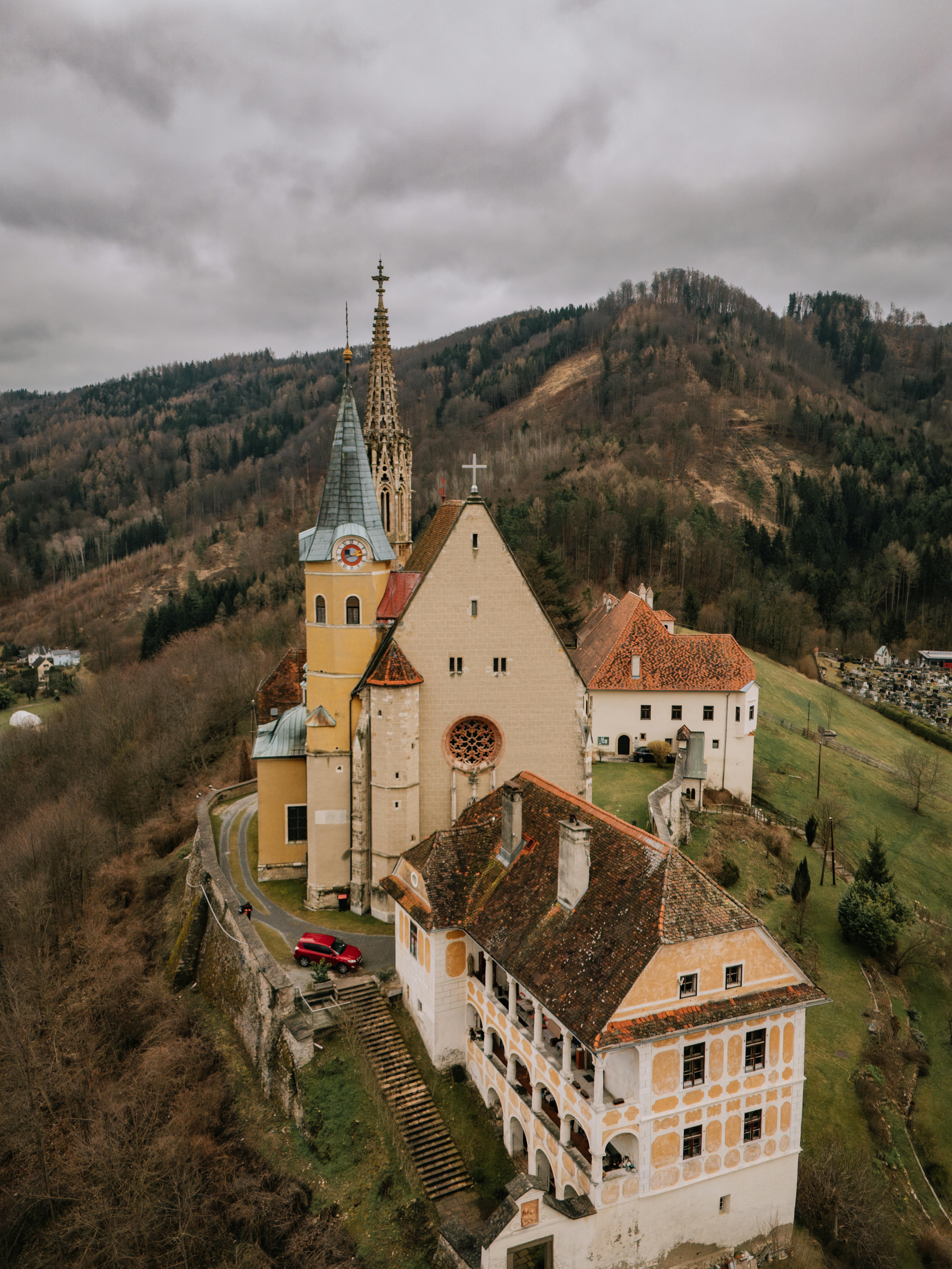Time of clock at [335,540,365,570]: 8:14
